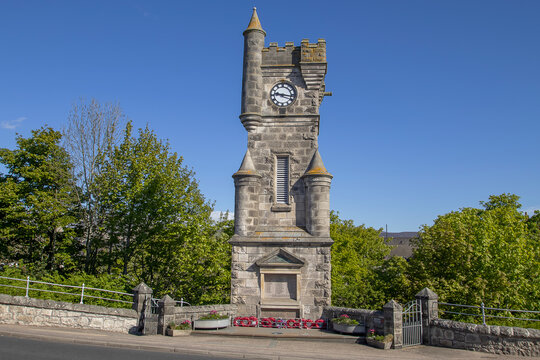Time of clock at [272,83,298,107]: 9:16
